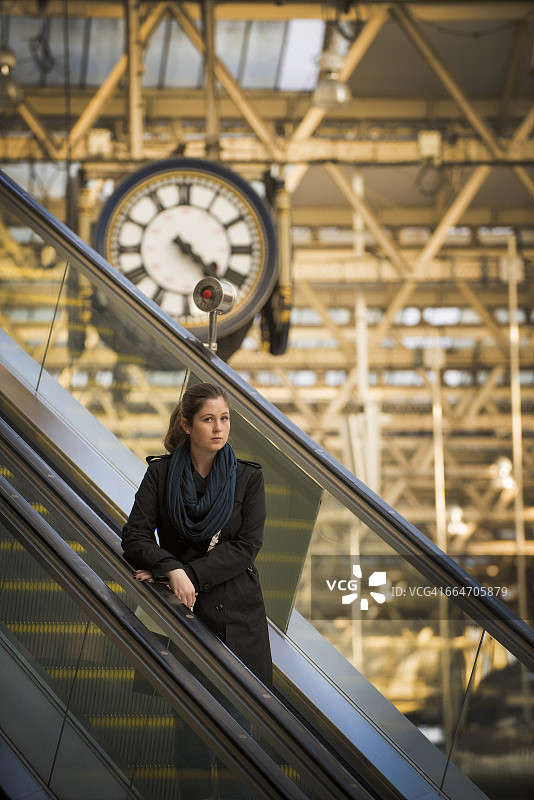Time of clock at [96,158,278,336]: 4:22
